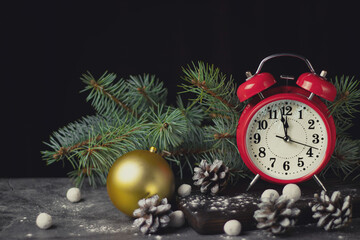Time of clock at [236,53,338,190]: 11:58
